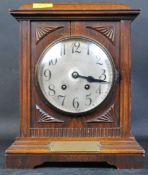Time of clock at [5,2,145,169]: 3:16
